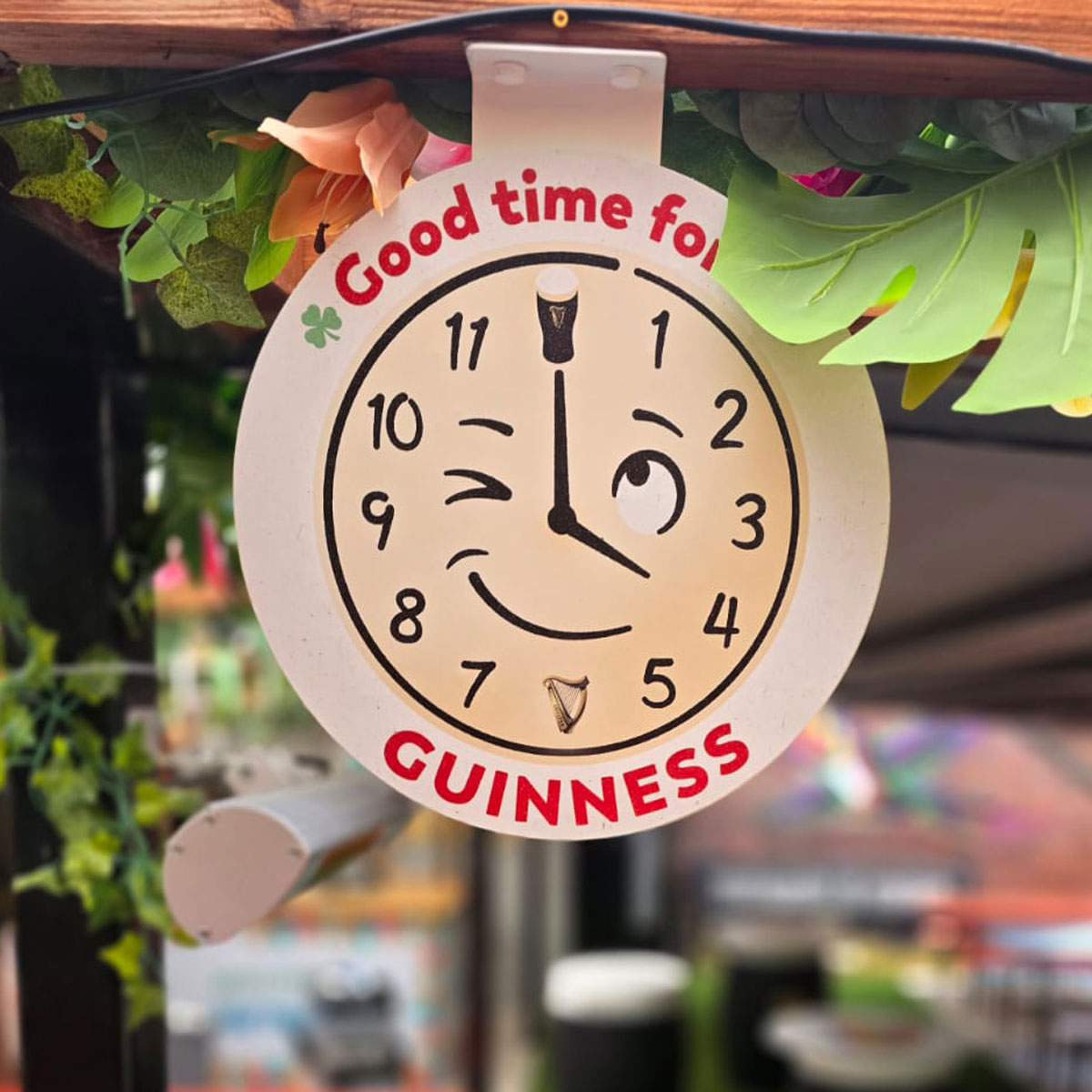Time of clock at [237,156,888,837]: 4:00
